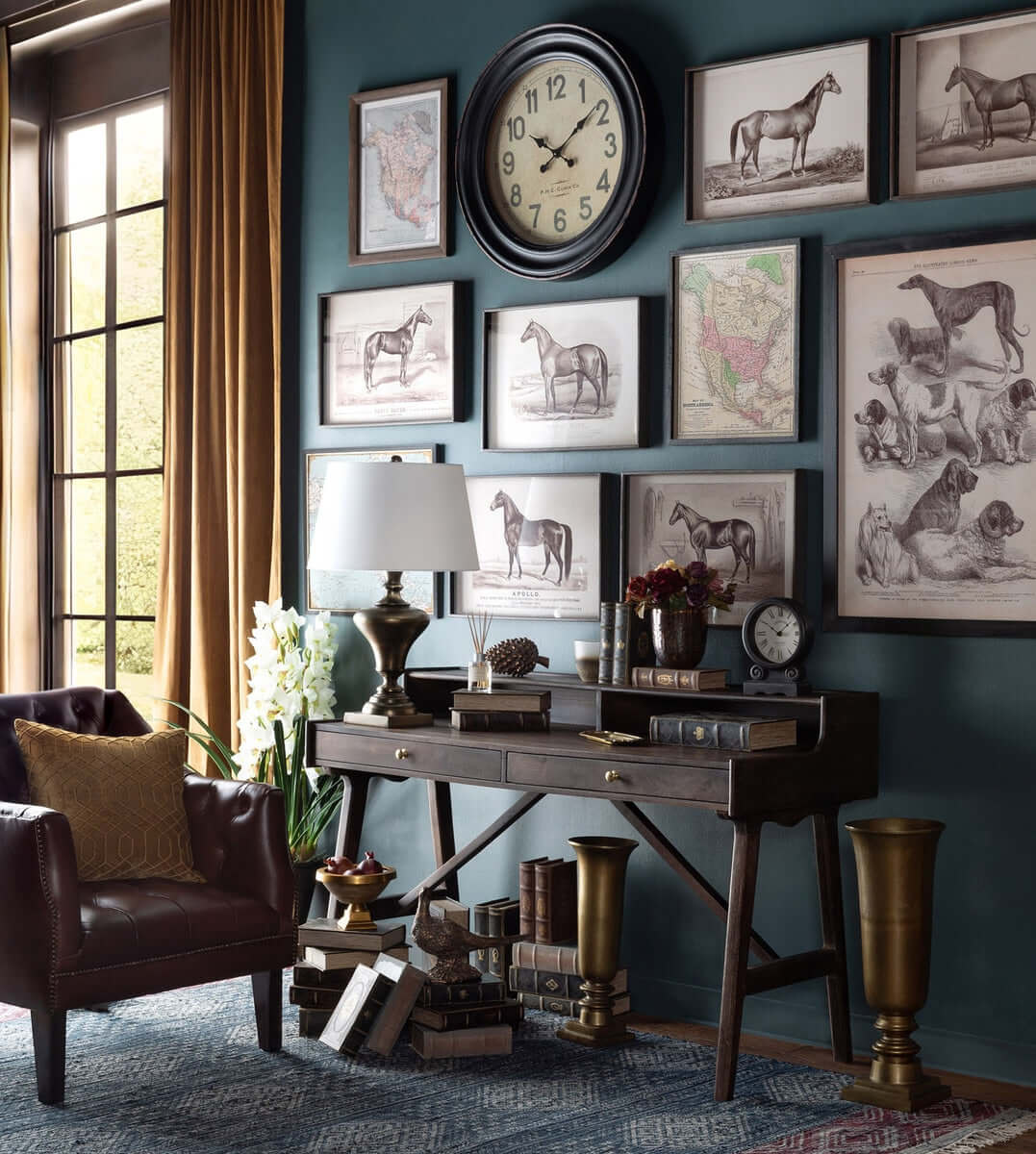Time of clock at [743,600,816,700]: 1:50
